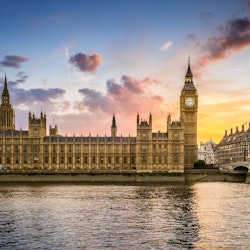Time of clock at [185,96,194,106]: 9:12
